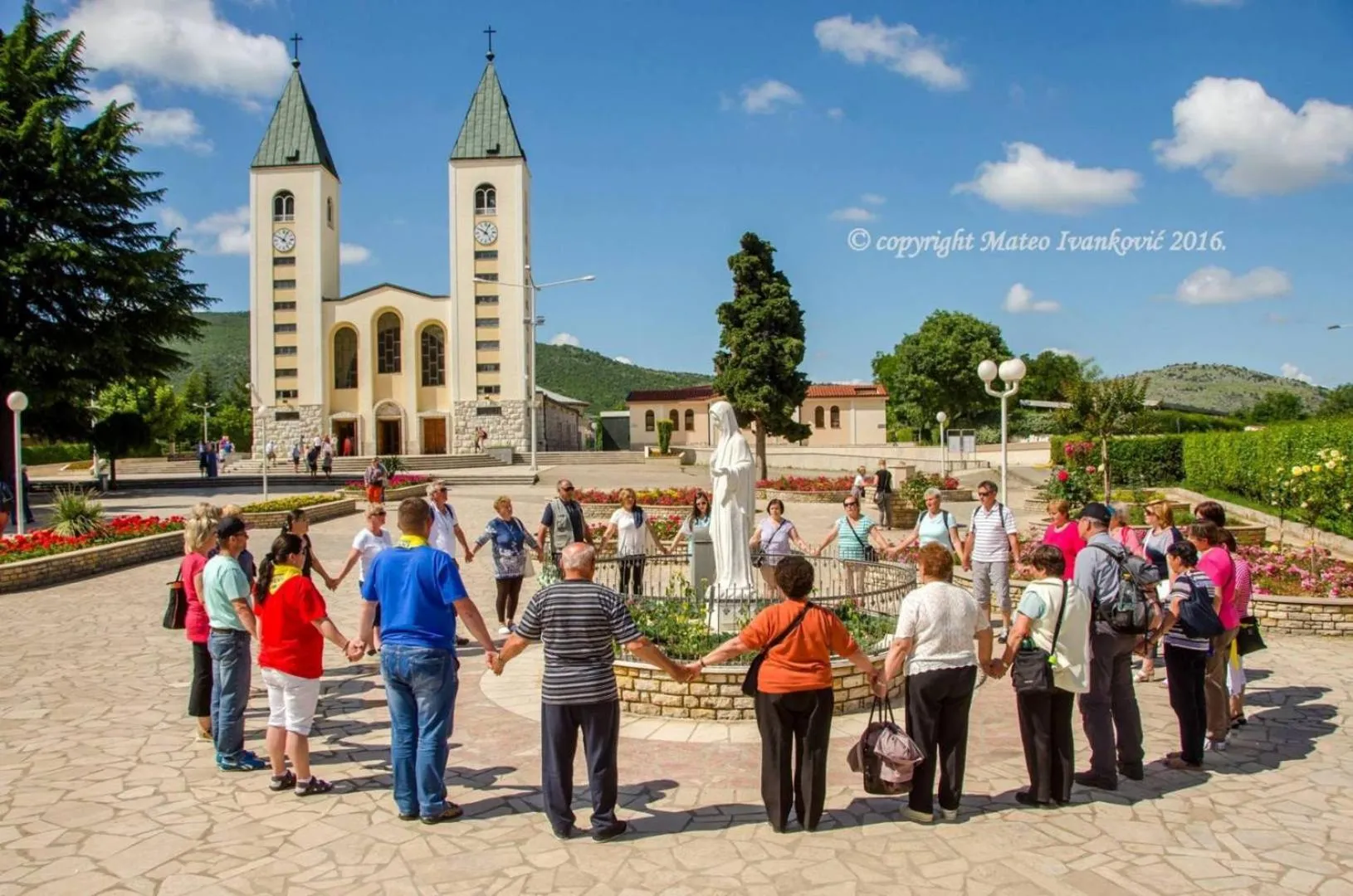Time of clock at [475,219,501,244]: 10:03
